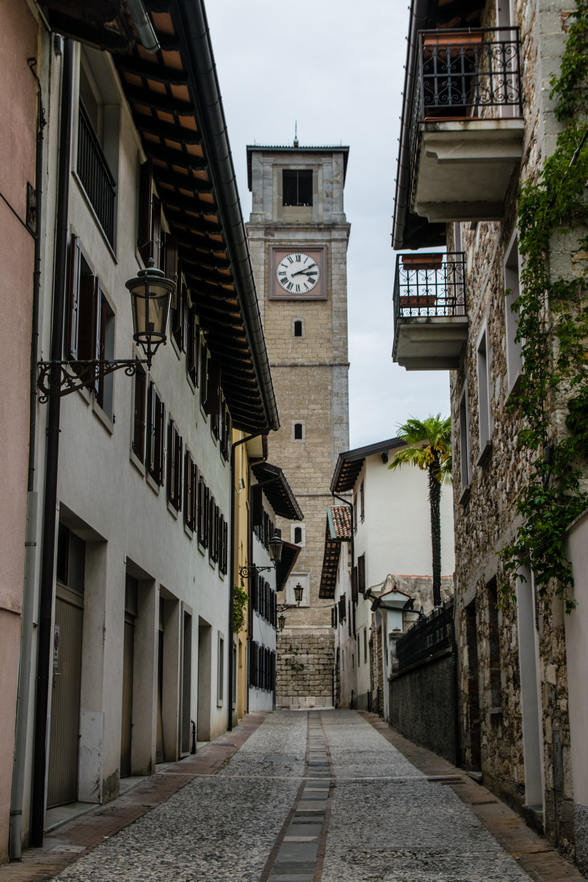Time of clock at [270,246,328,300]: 3:10
